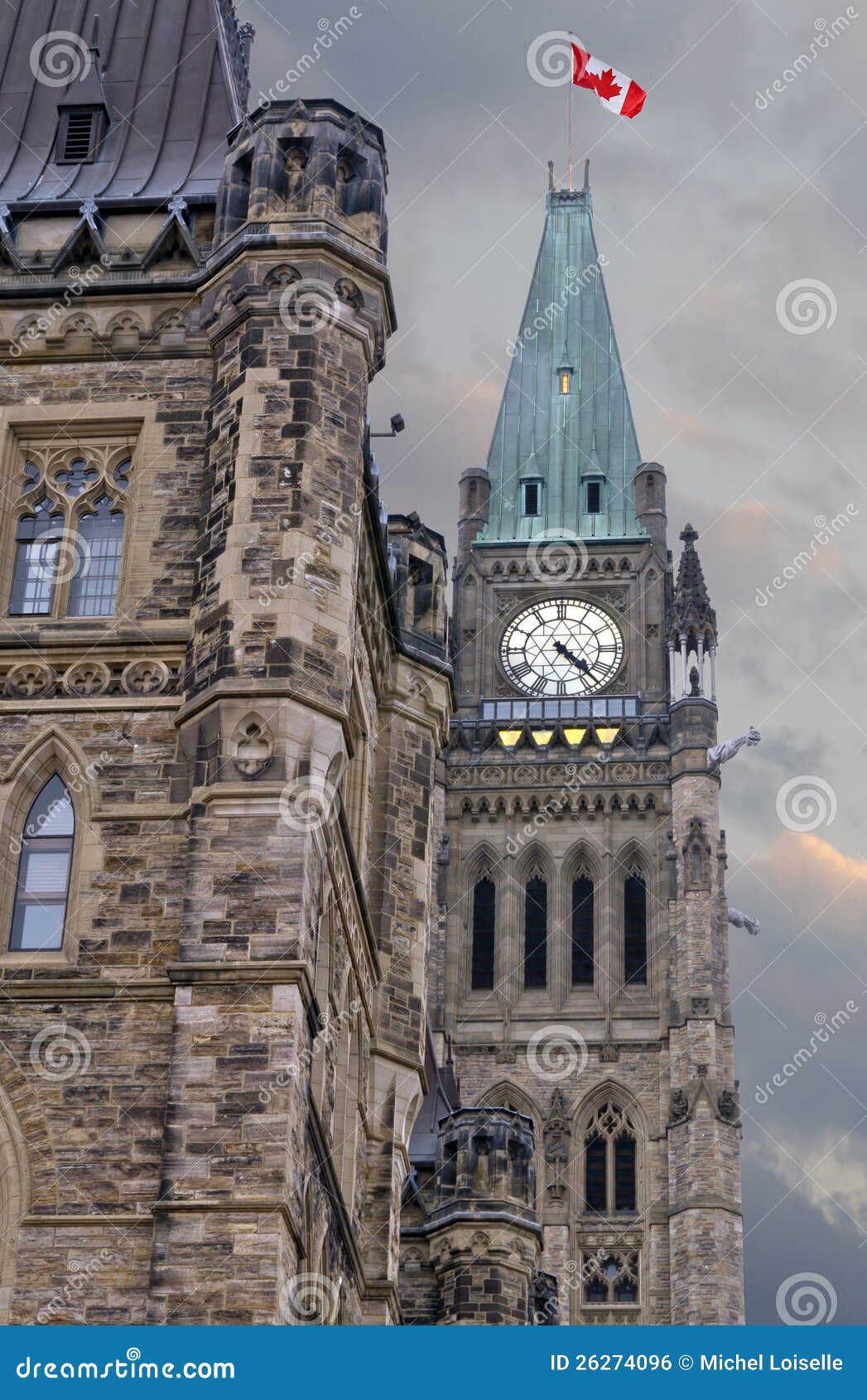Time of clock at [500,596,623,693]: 4:22
